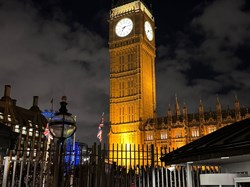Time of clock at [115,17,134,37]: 7:13
